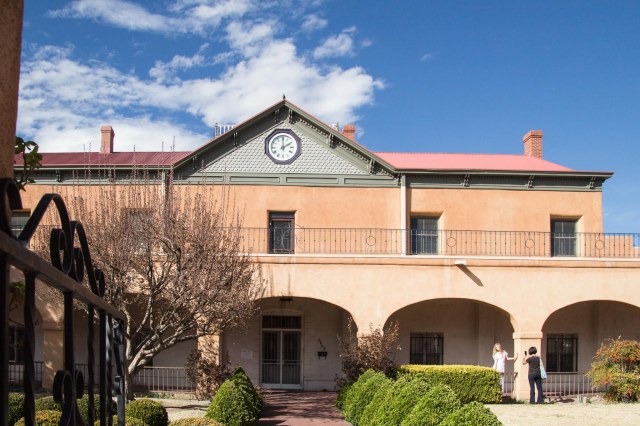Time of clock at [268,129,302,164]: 2:00
